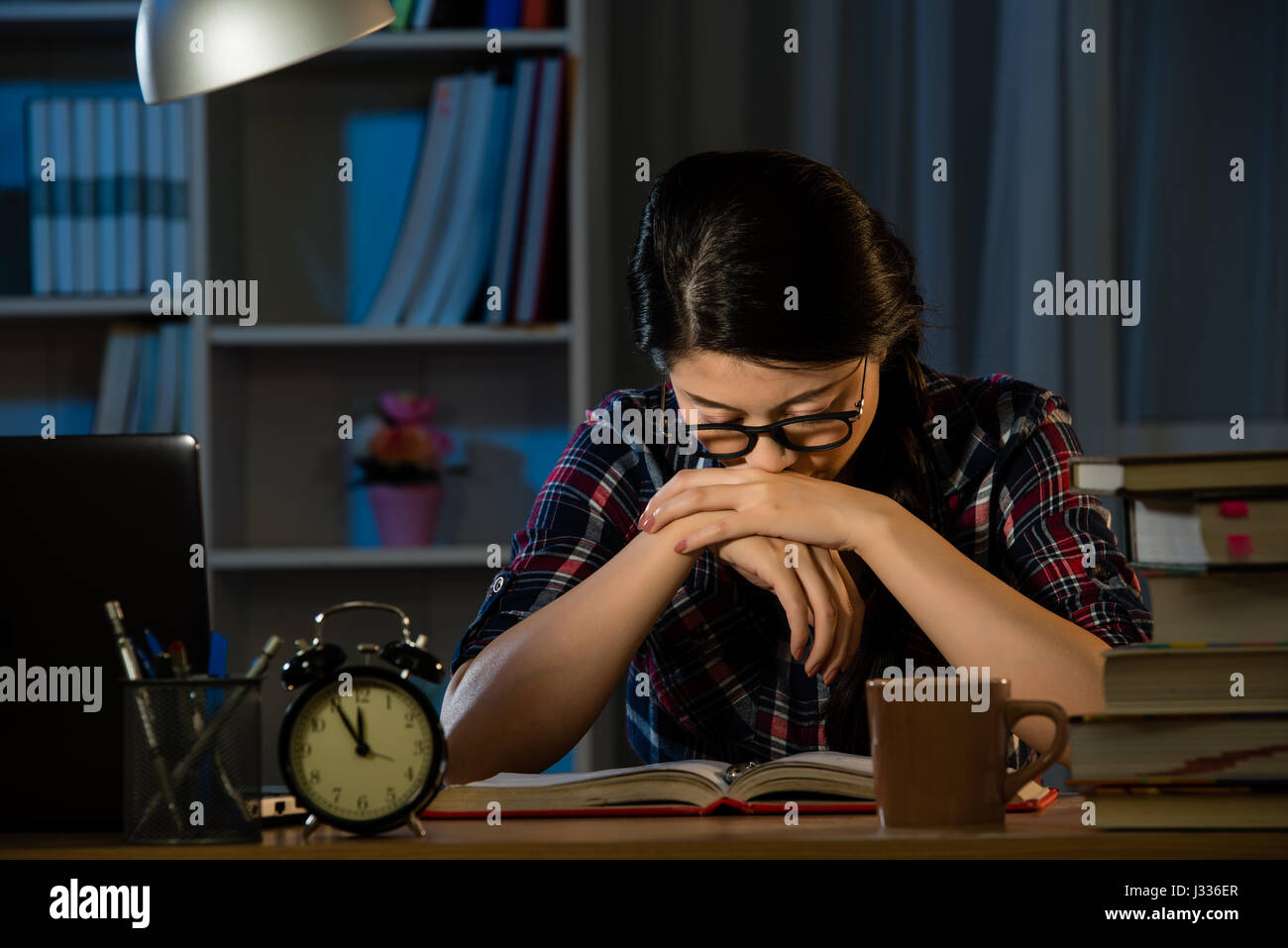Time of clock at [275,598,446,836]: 11:55
